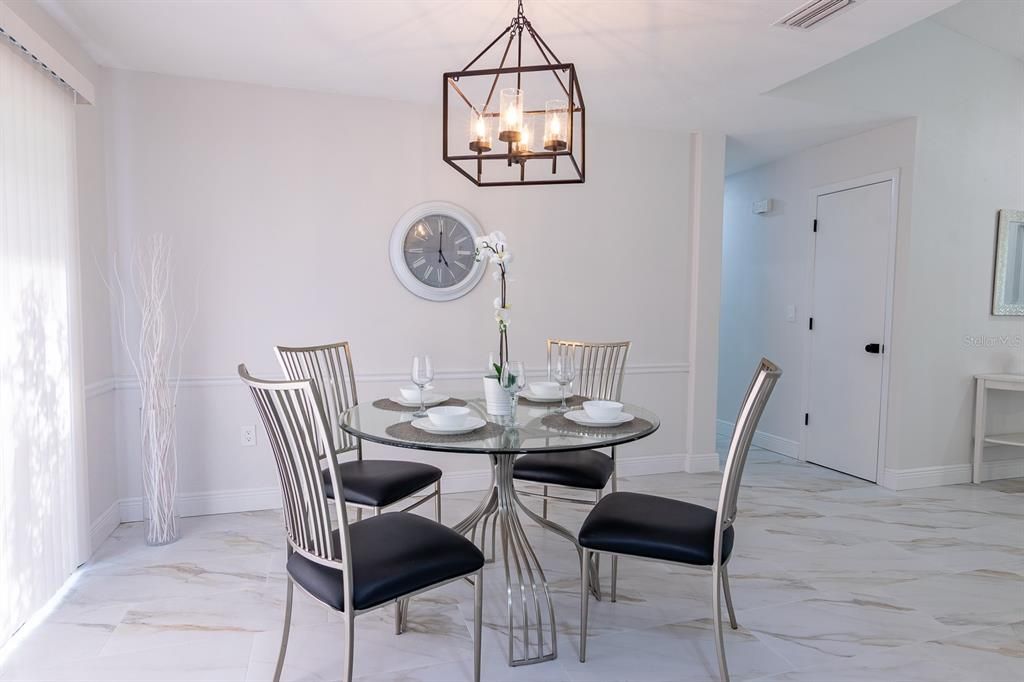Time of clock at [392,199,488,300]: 5:00
